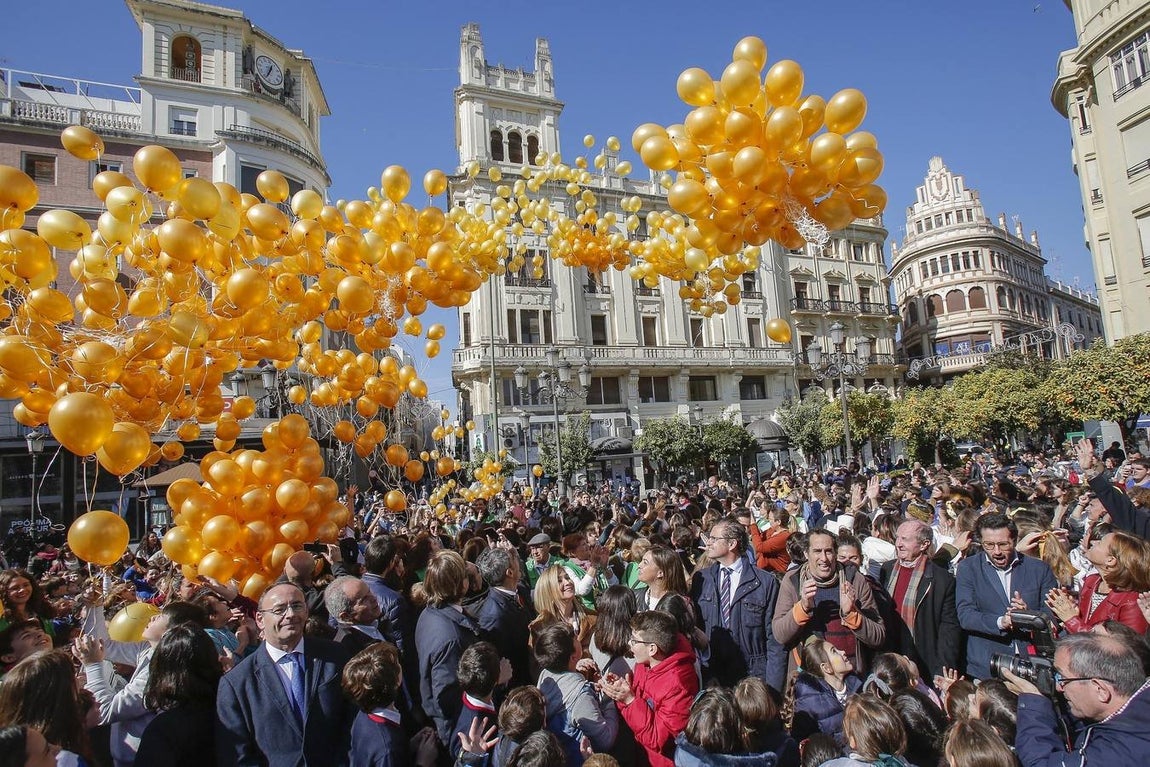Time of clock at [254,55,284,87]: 12:34
